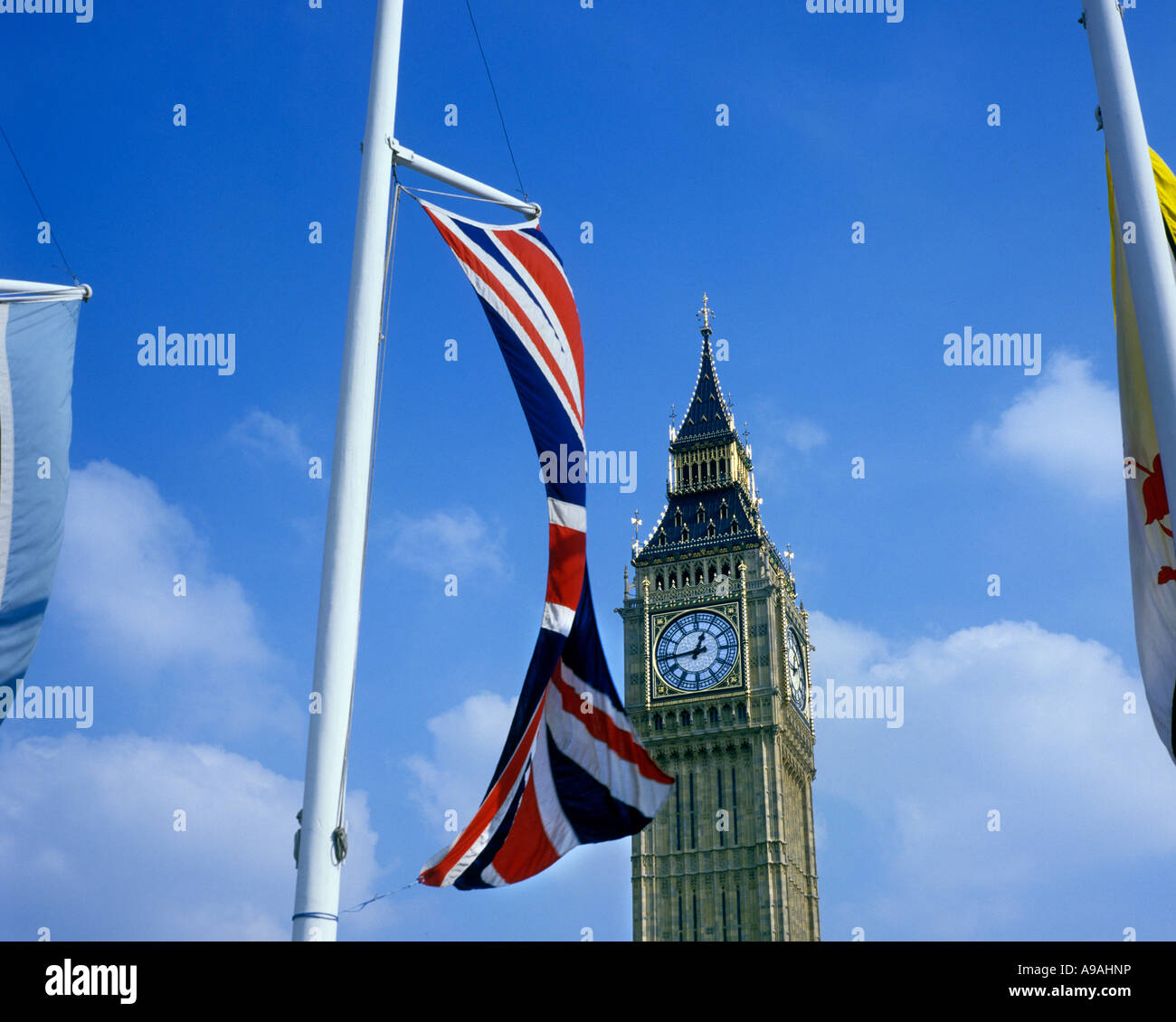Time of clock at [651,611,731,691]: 12:44
